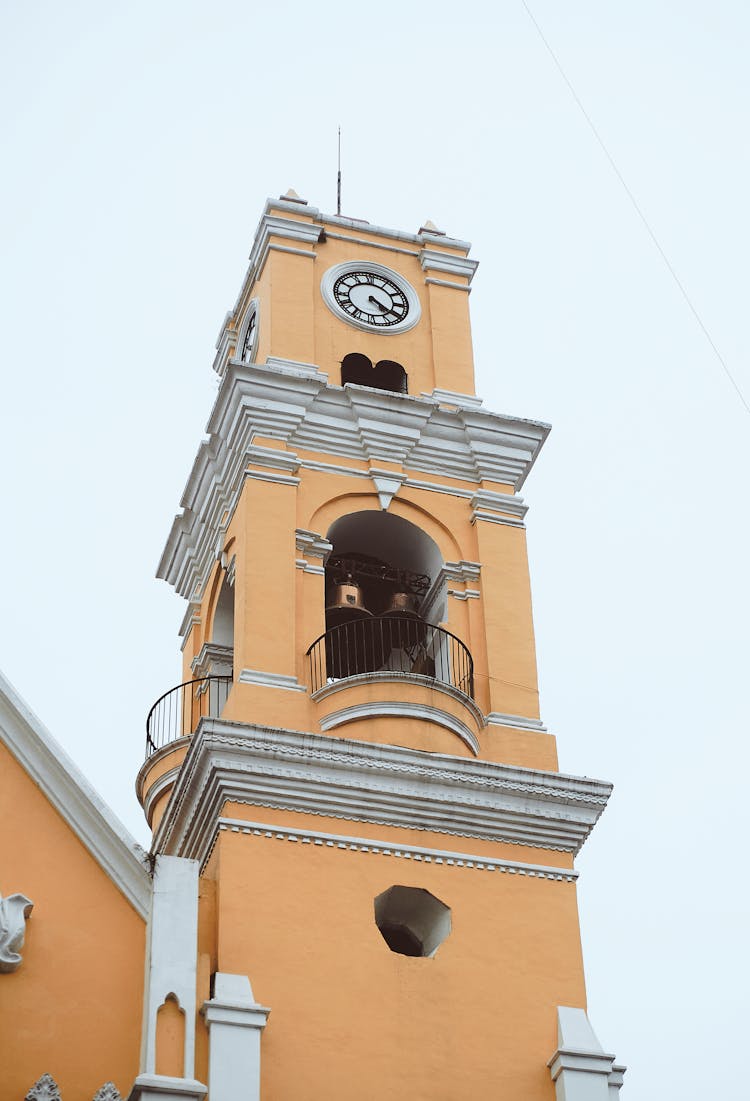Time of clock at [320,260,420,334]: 4:20
